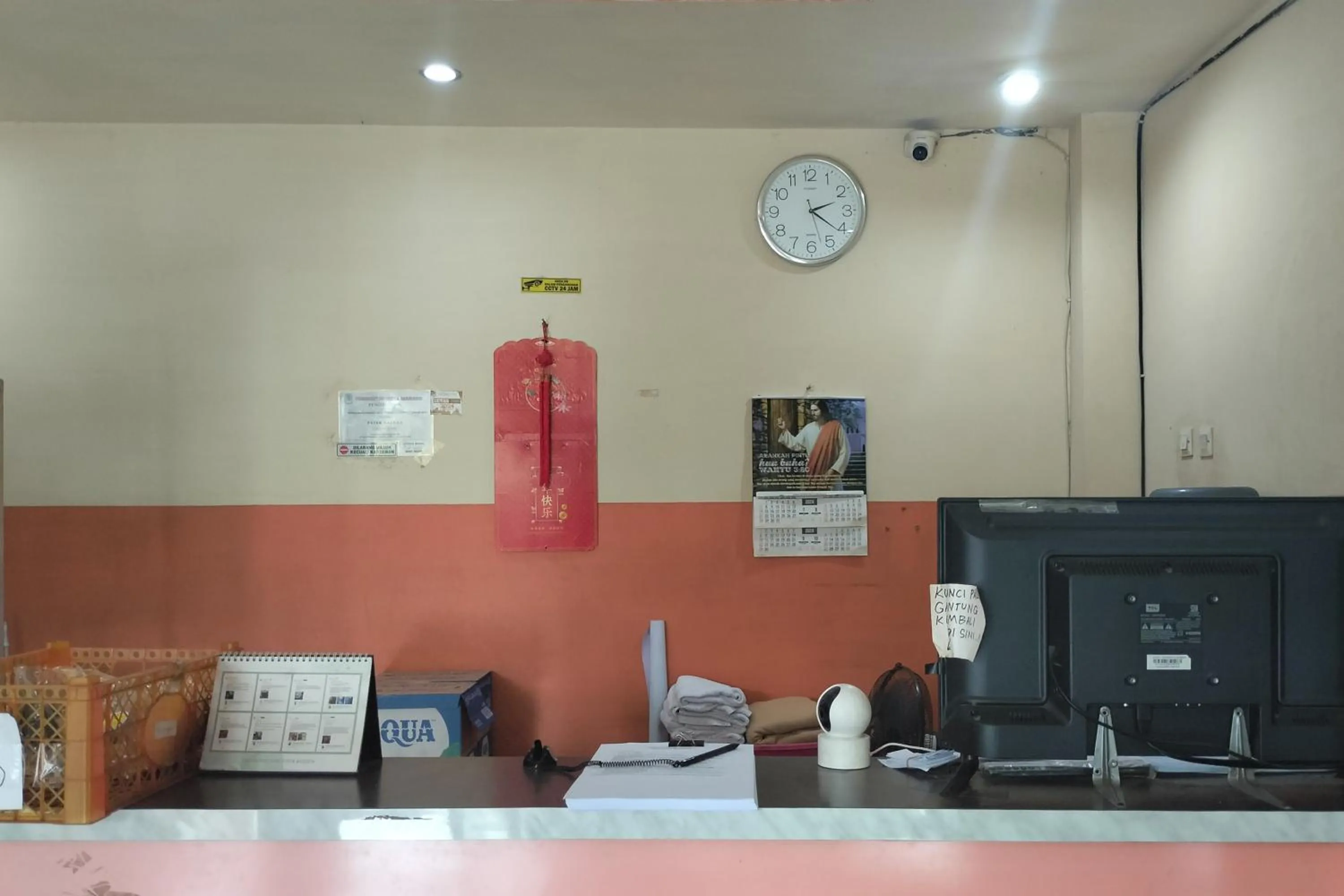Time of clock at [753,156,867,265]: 2:21
